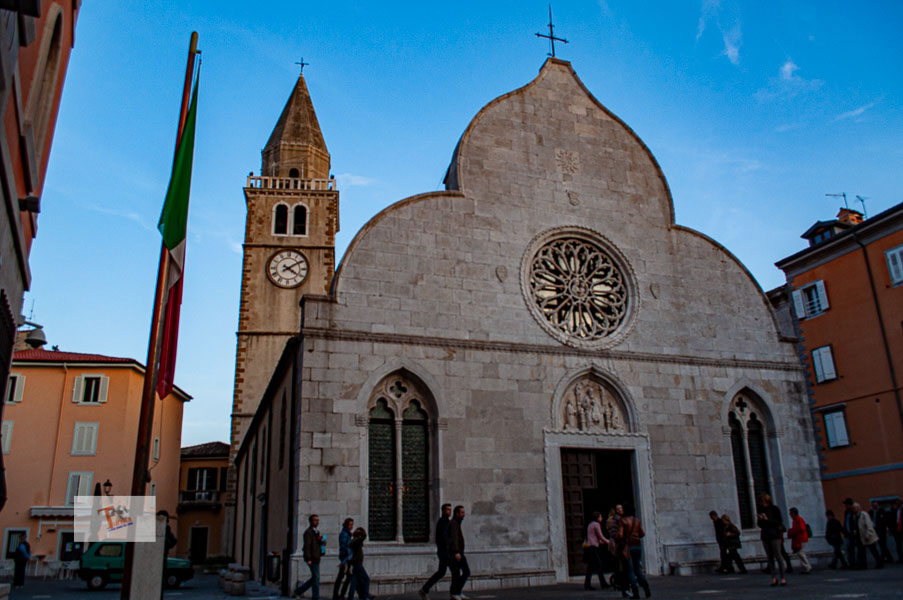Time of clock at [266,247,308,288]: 4:09
